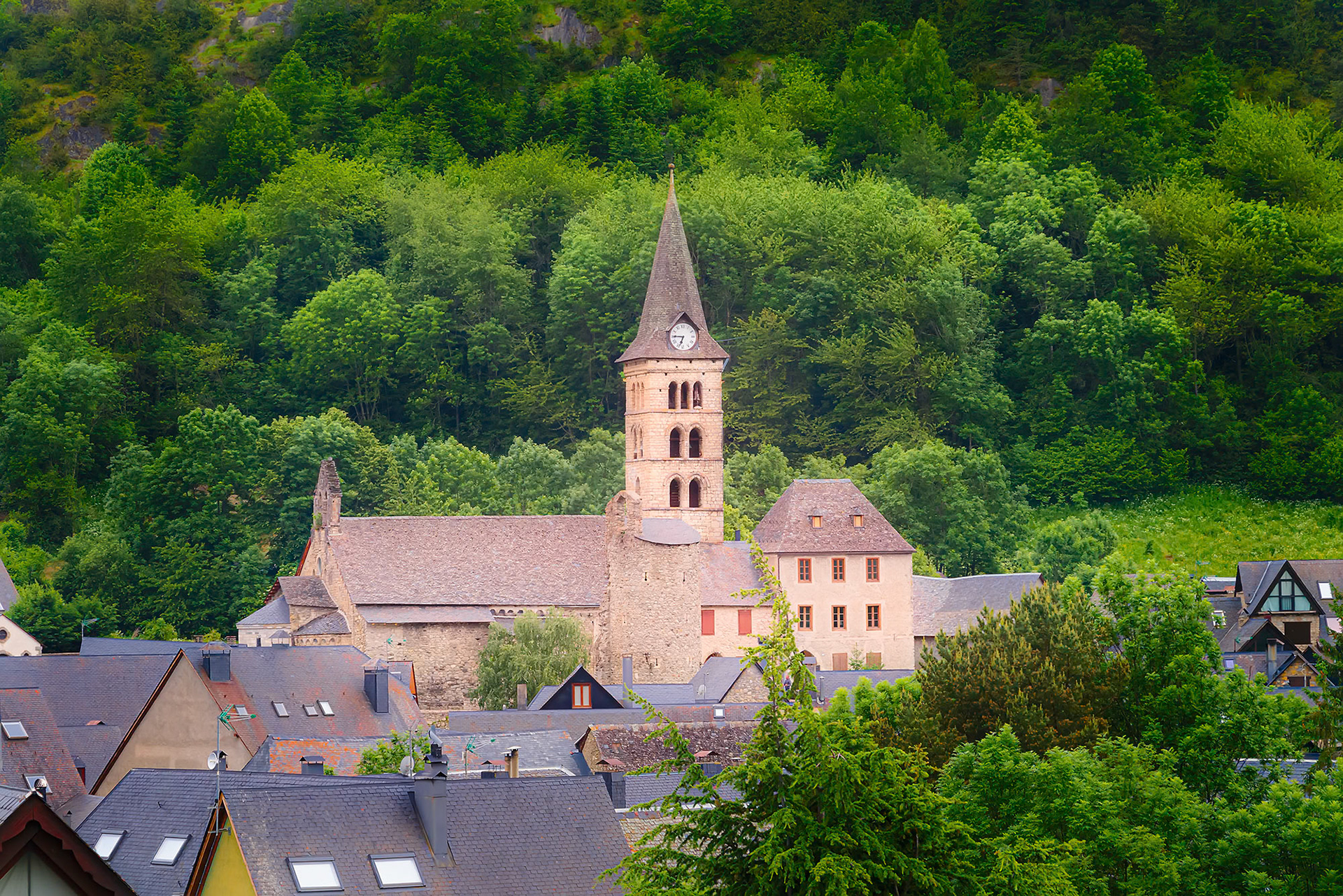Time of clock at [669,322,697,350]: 6:45
